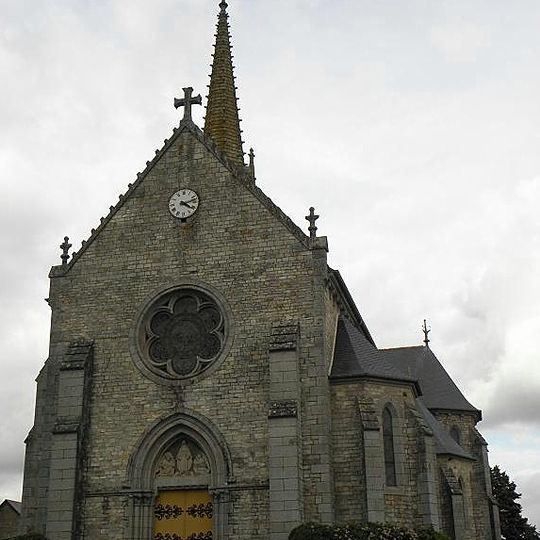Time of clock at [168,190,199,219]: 4:12
